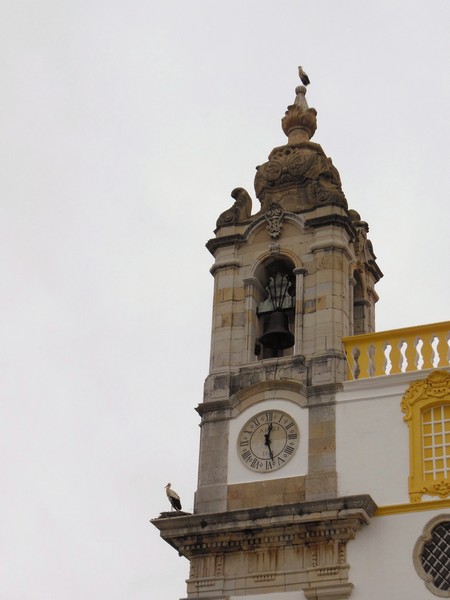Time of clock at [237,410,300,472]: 12:27
